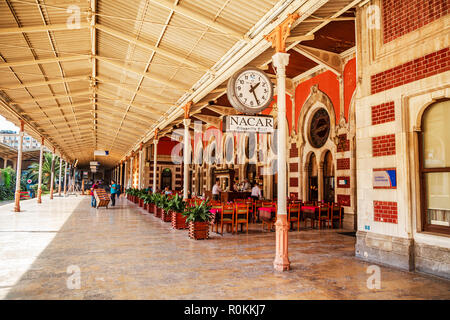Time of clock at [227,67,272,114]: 1:25
